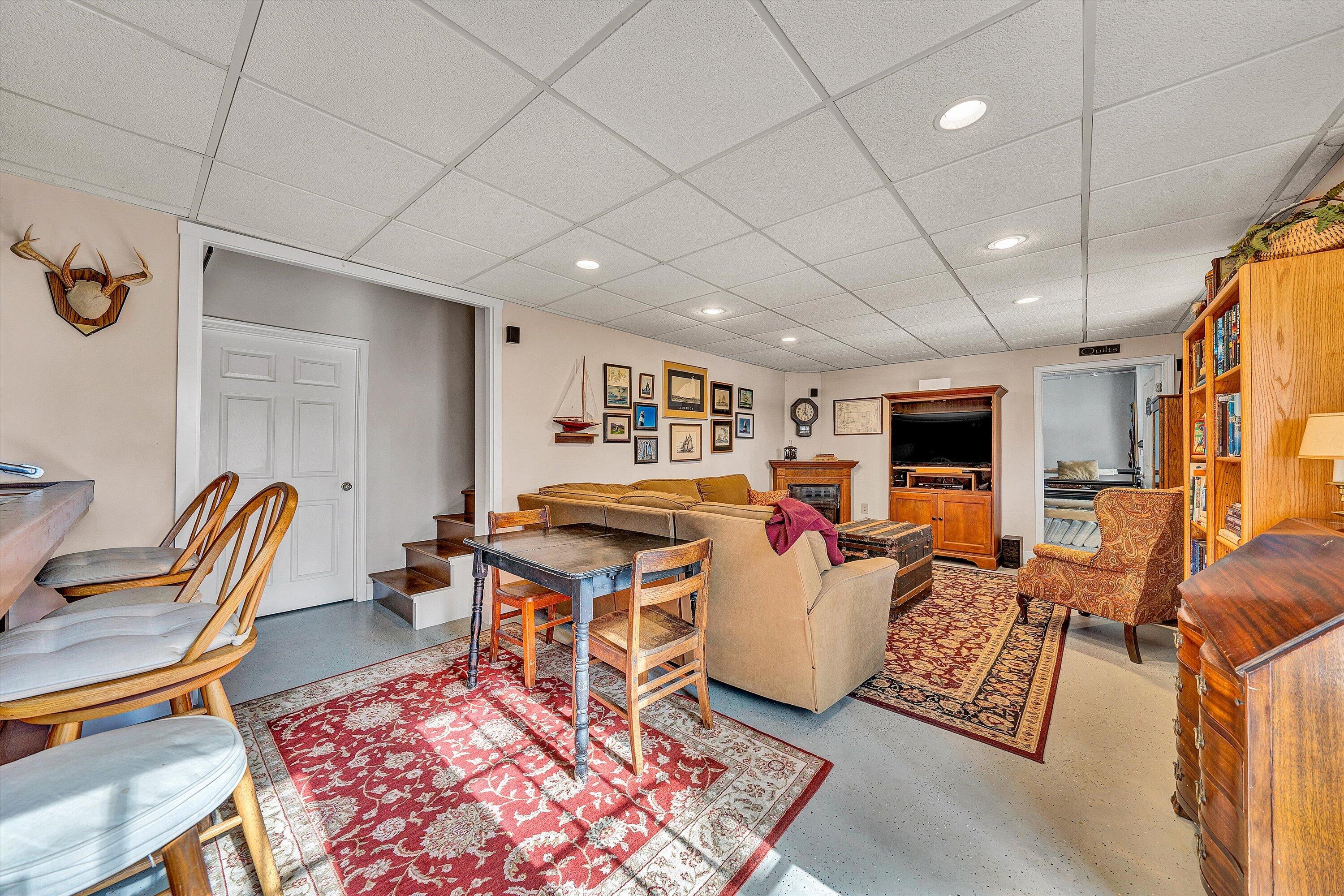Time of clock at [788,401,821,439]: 5:01
